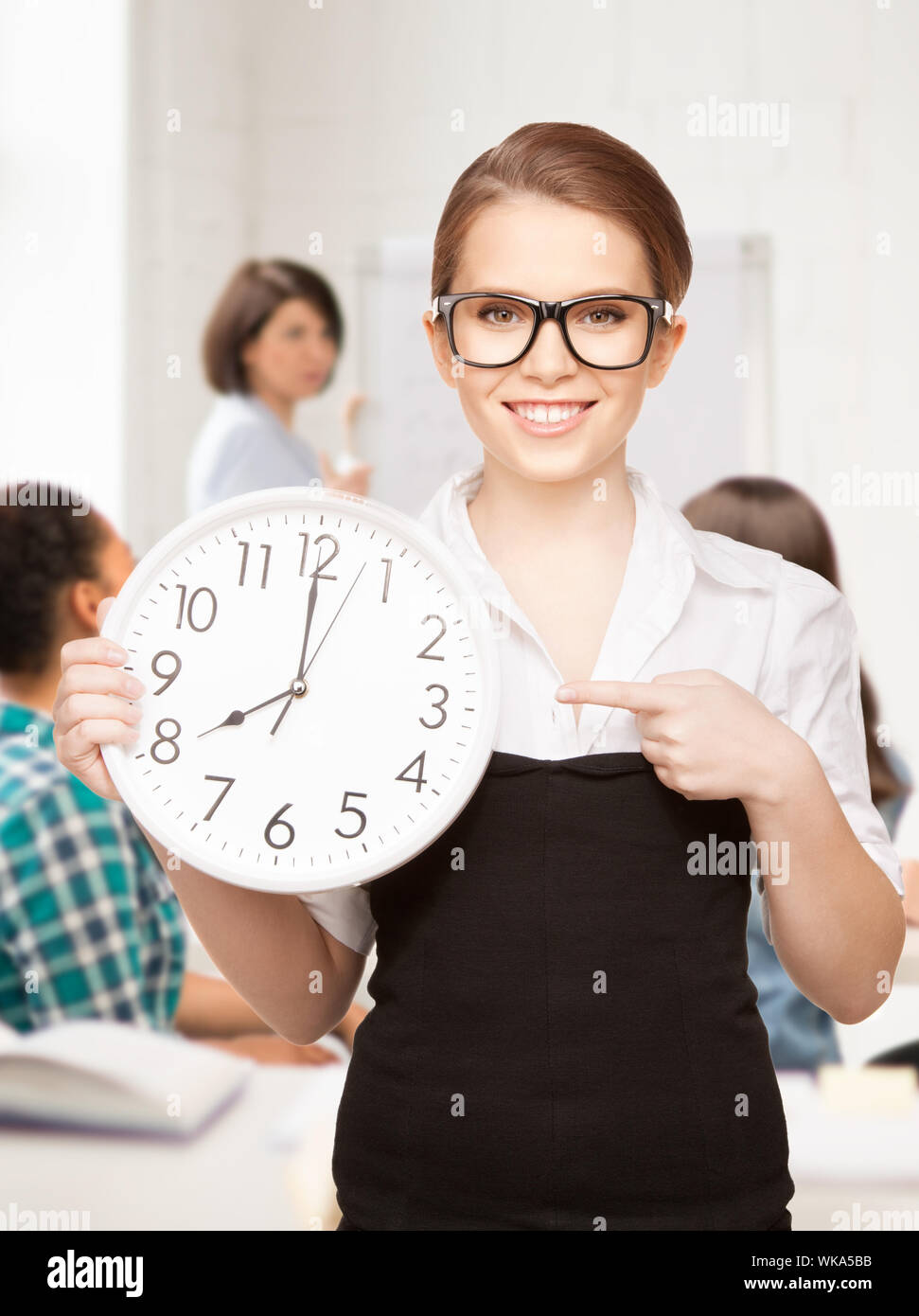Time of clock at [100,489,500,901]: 7:59
